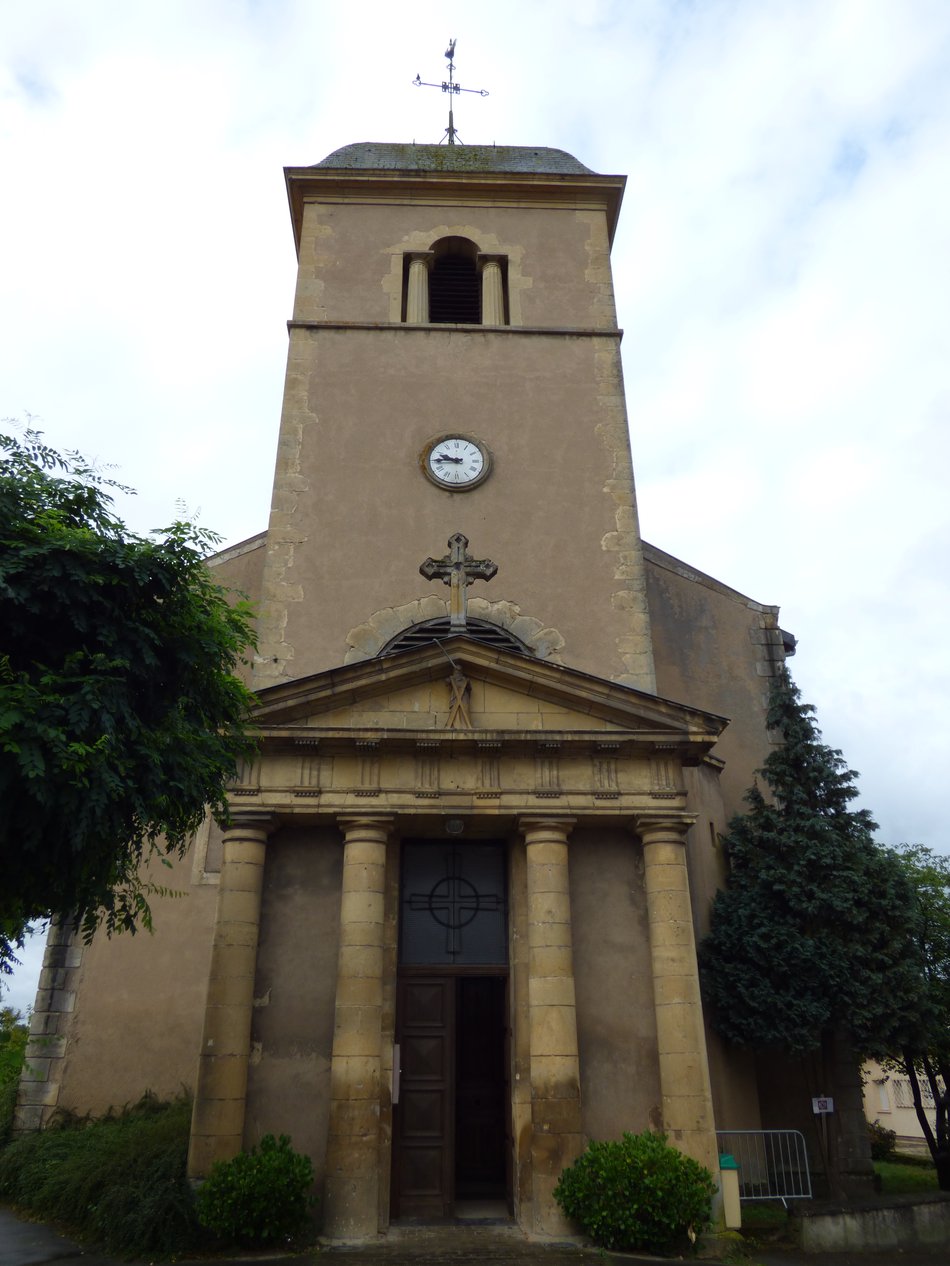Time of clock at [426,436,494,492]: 9:44
